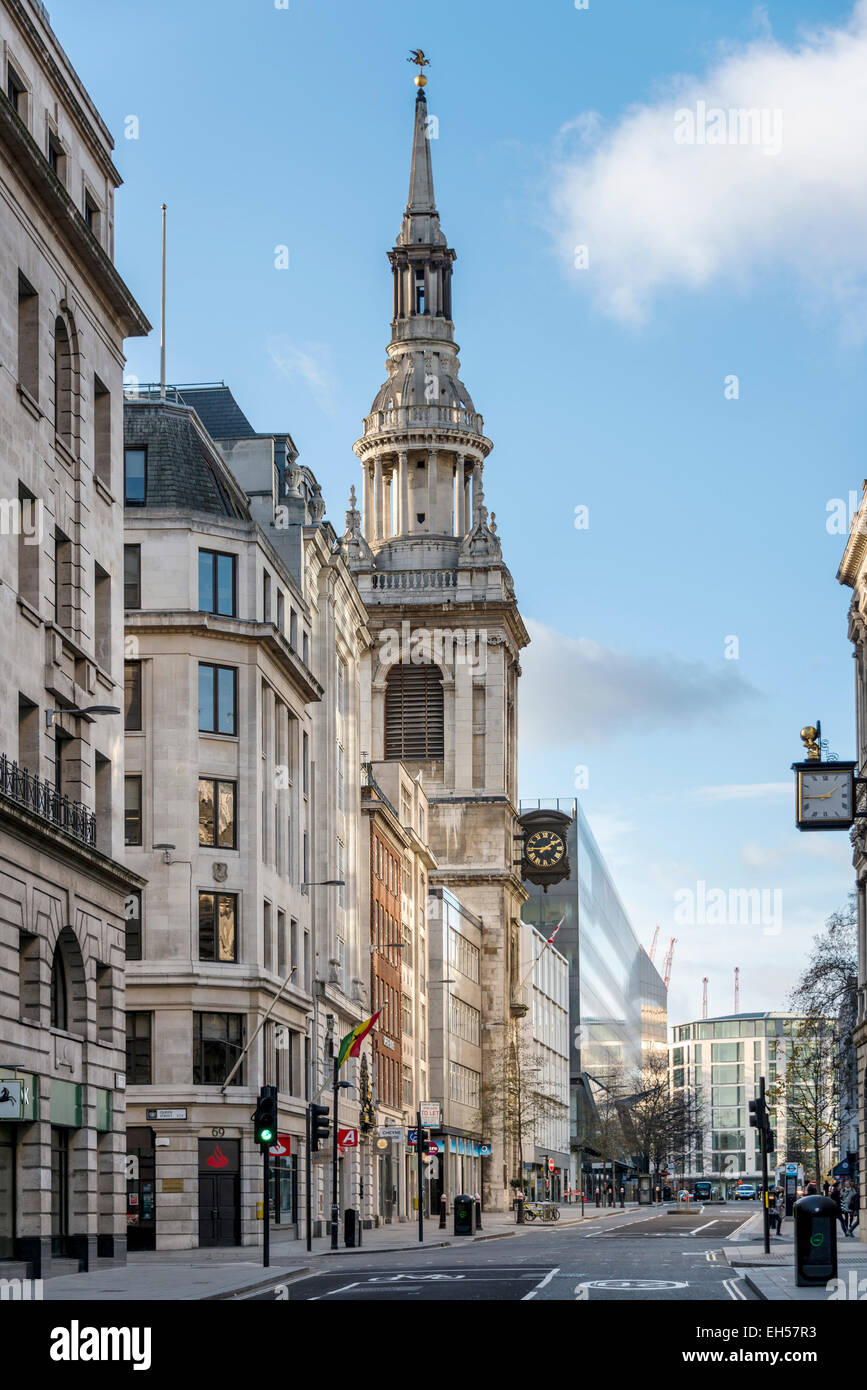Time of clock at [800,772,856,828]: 1:45
